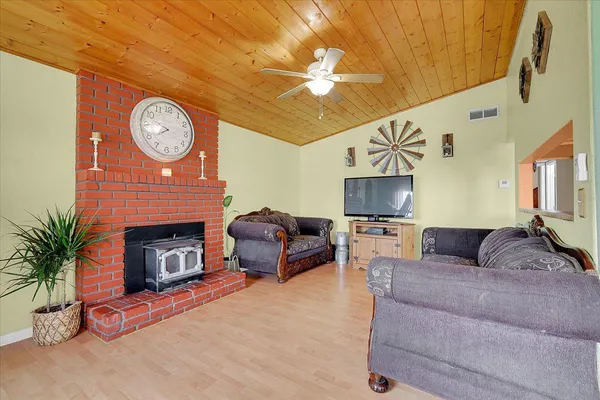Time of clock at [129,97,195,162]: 7:48
